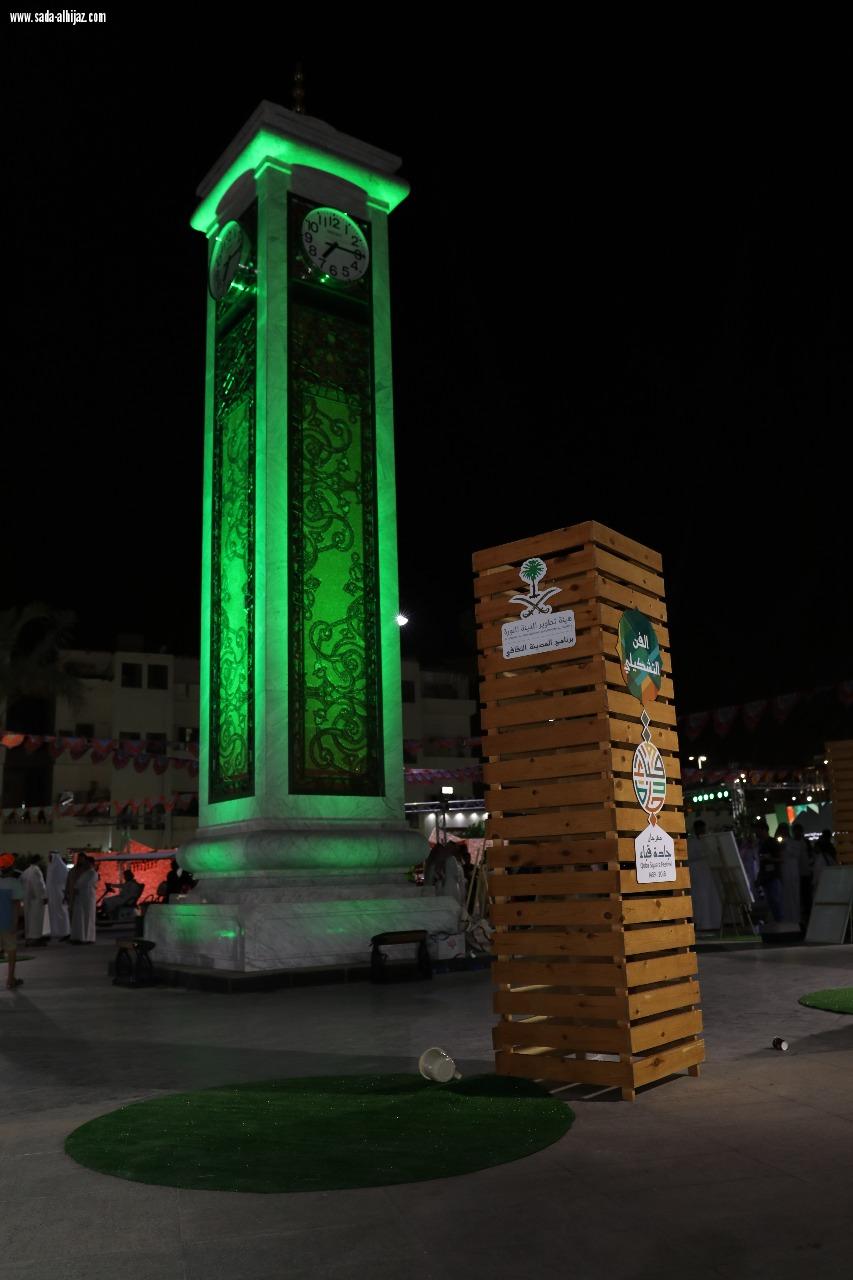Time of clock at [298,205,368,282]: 7:15
